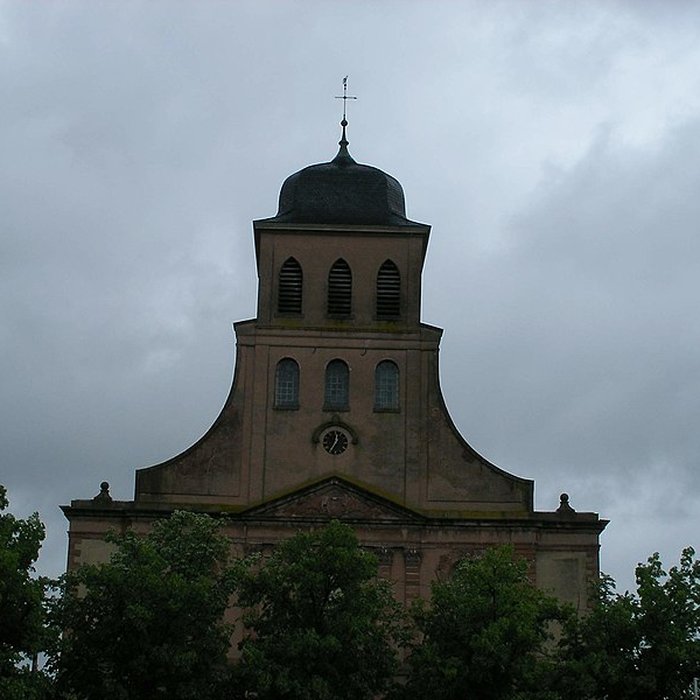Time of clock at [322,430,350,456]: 12:34
